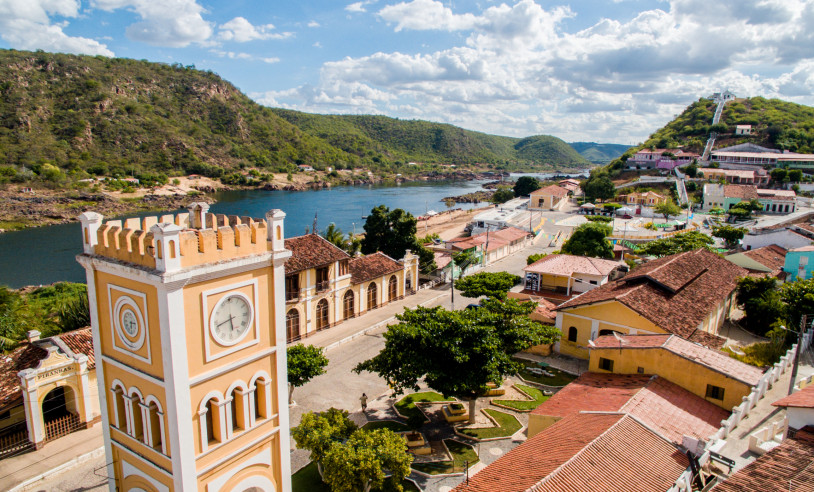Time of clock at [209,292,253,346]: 5:42
